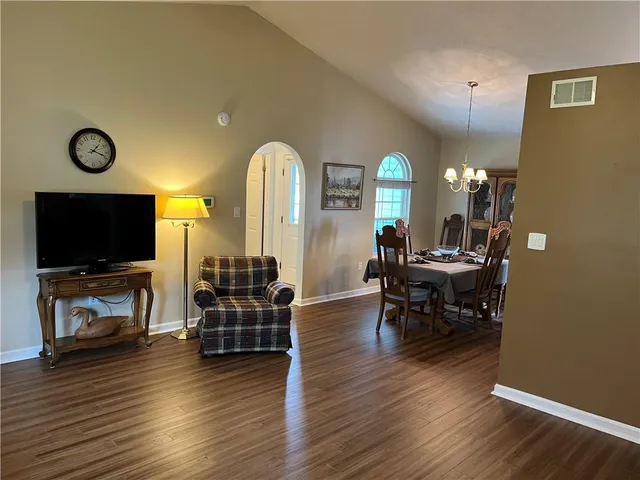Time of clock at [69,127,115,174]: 1:18
